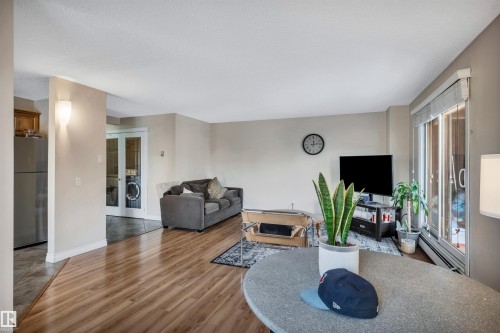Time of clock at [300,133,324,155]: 12:13
